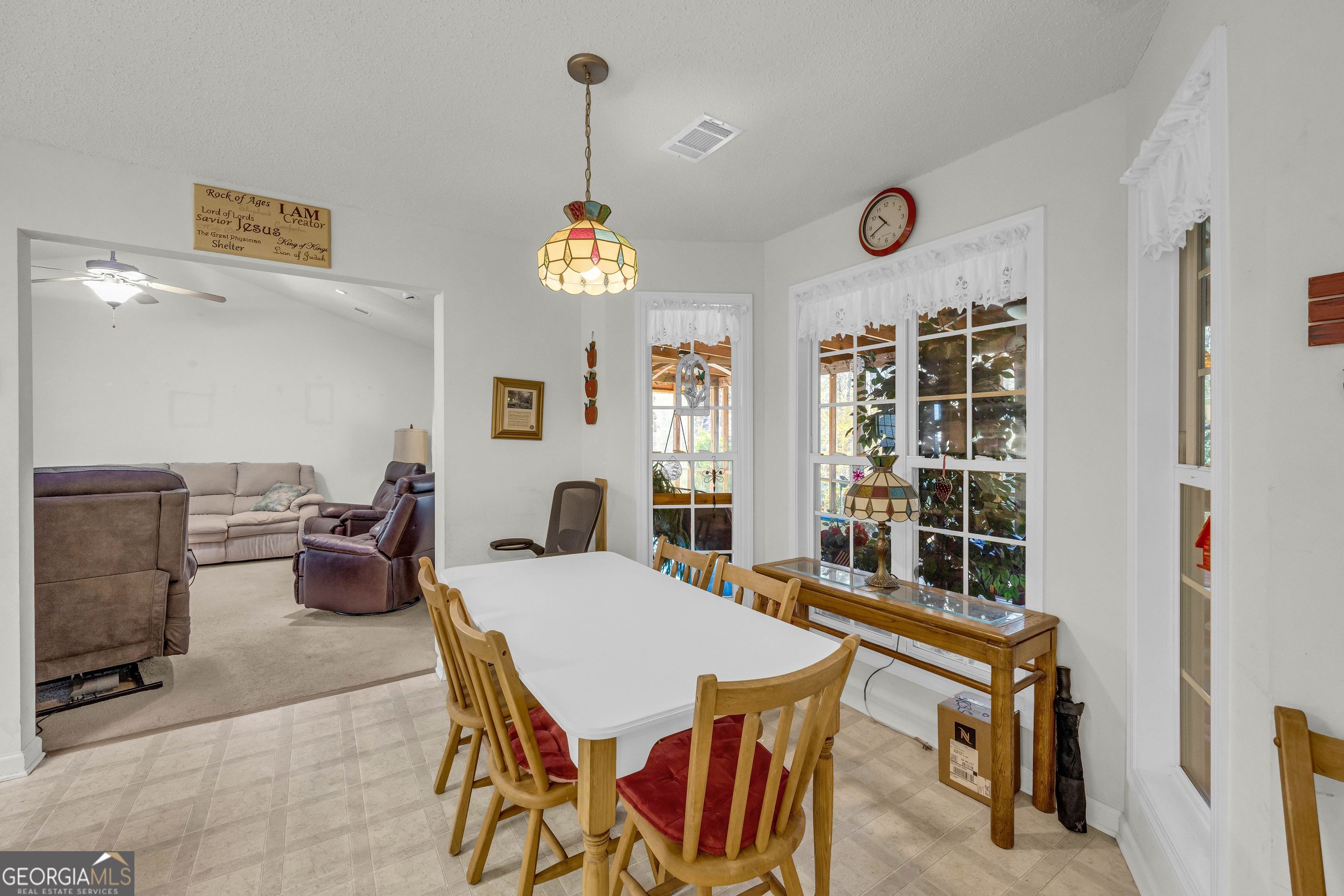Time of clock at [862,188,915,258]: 10:40
